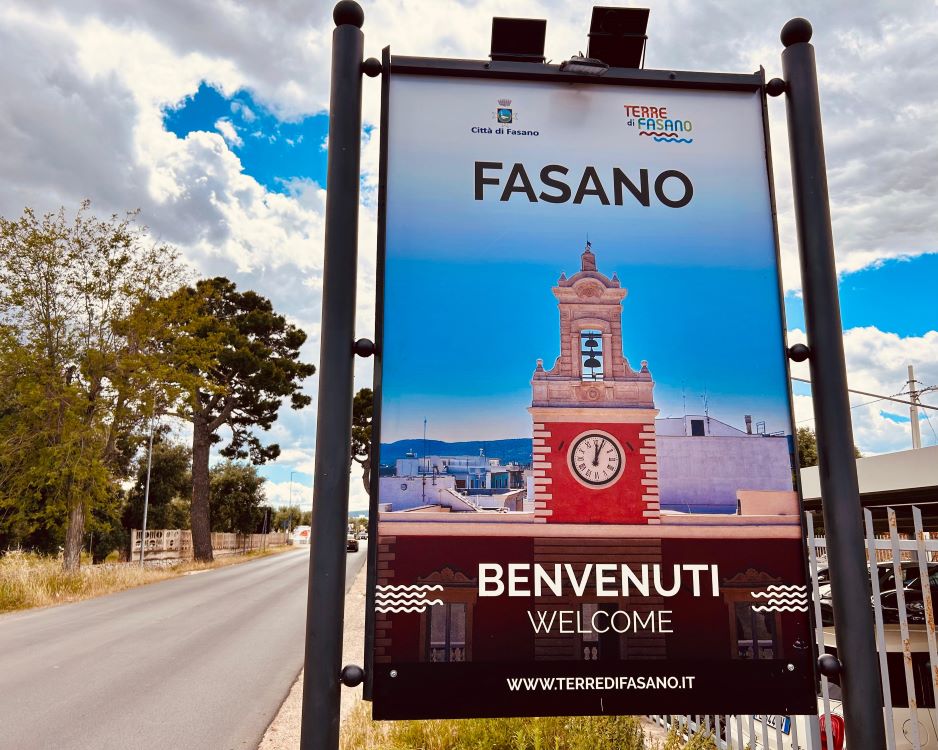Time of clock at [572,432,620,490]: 12:03
